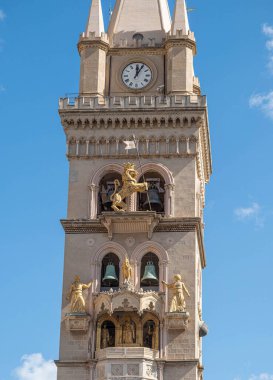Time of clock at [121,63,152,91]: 12:04
